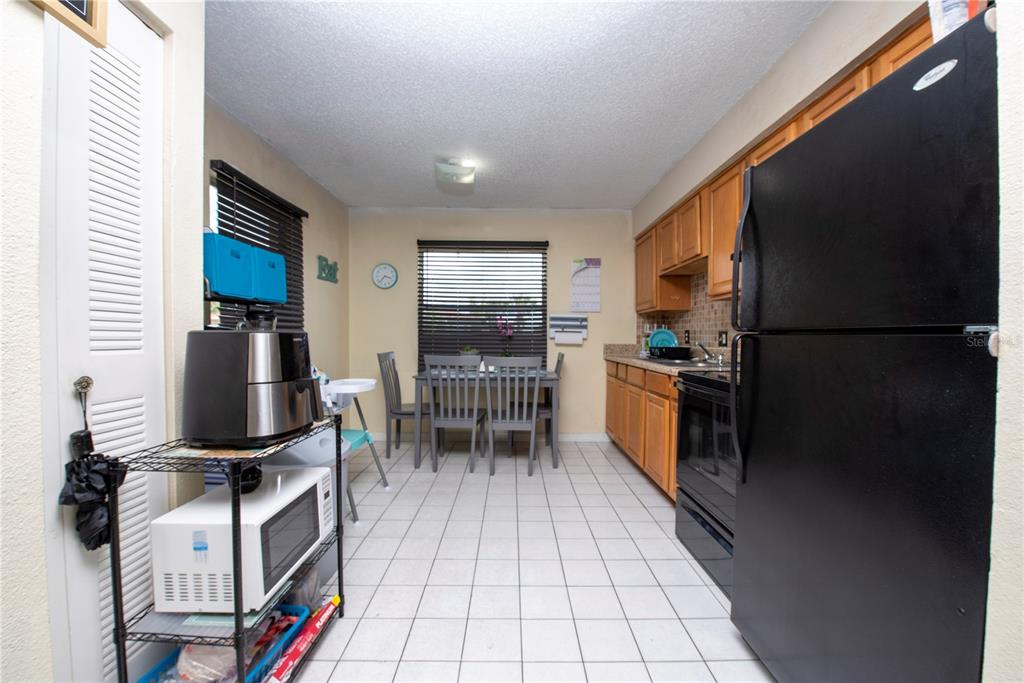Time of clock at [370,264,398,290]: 3:37
